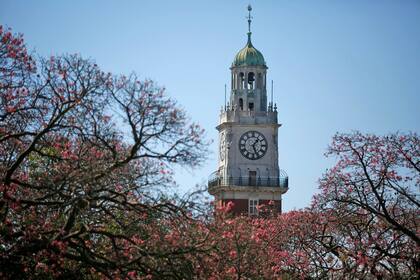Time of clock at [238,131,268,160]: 1:26
